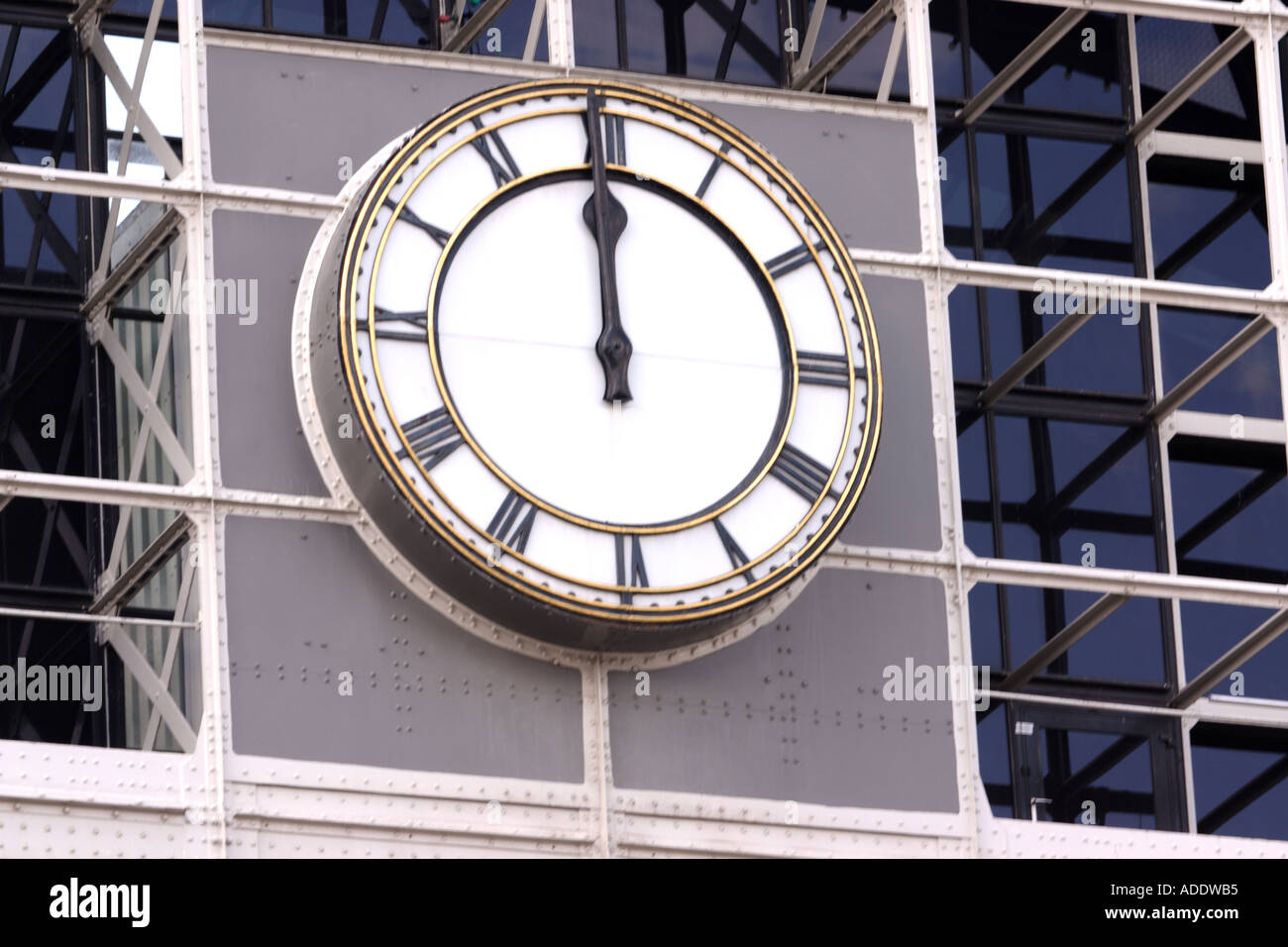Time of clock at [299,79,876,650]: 11:59
